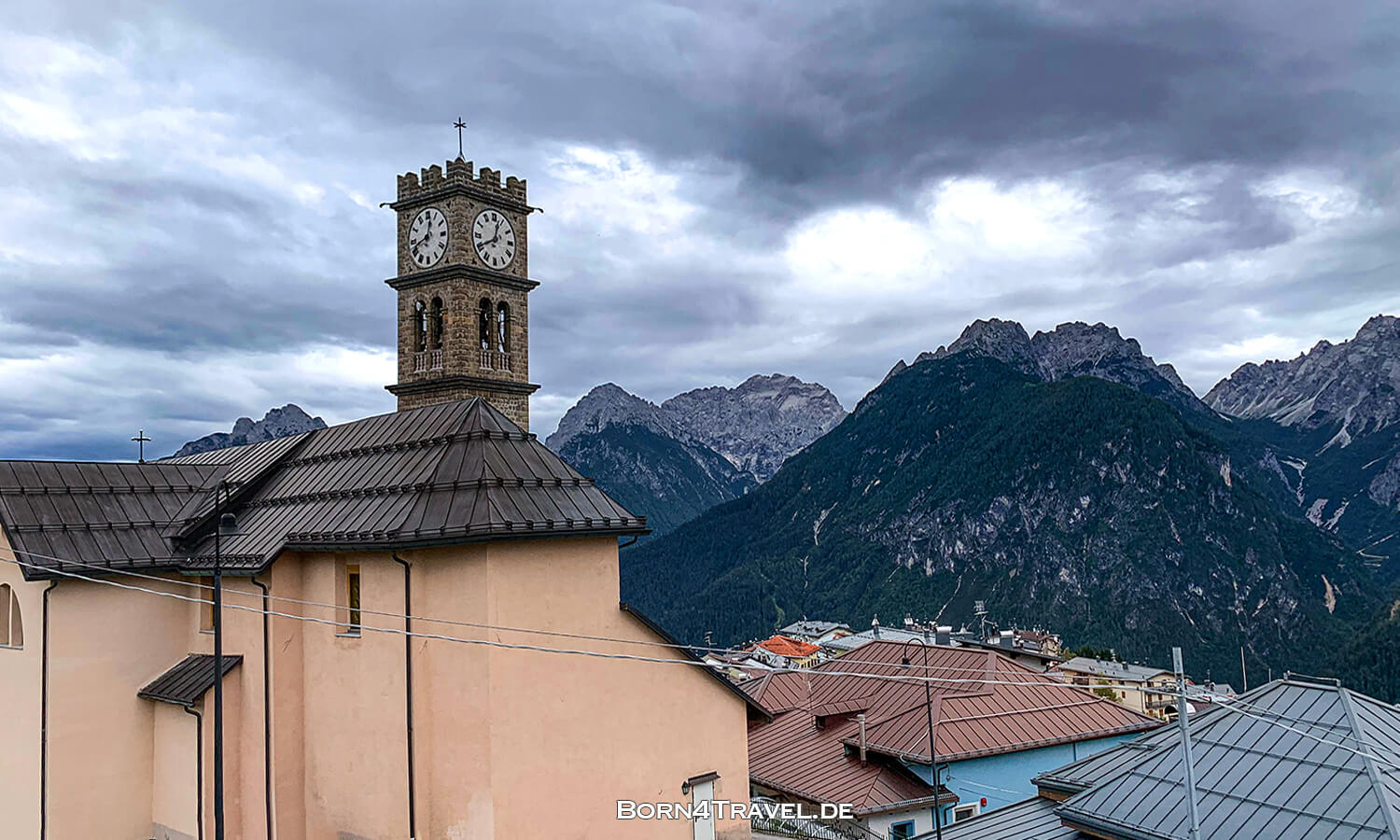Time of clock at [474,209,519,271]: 12:40
